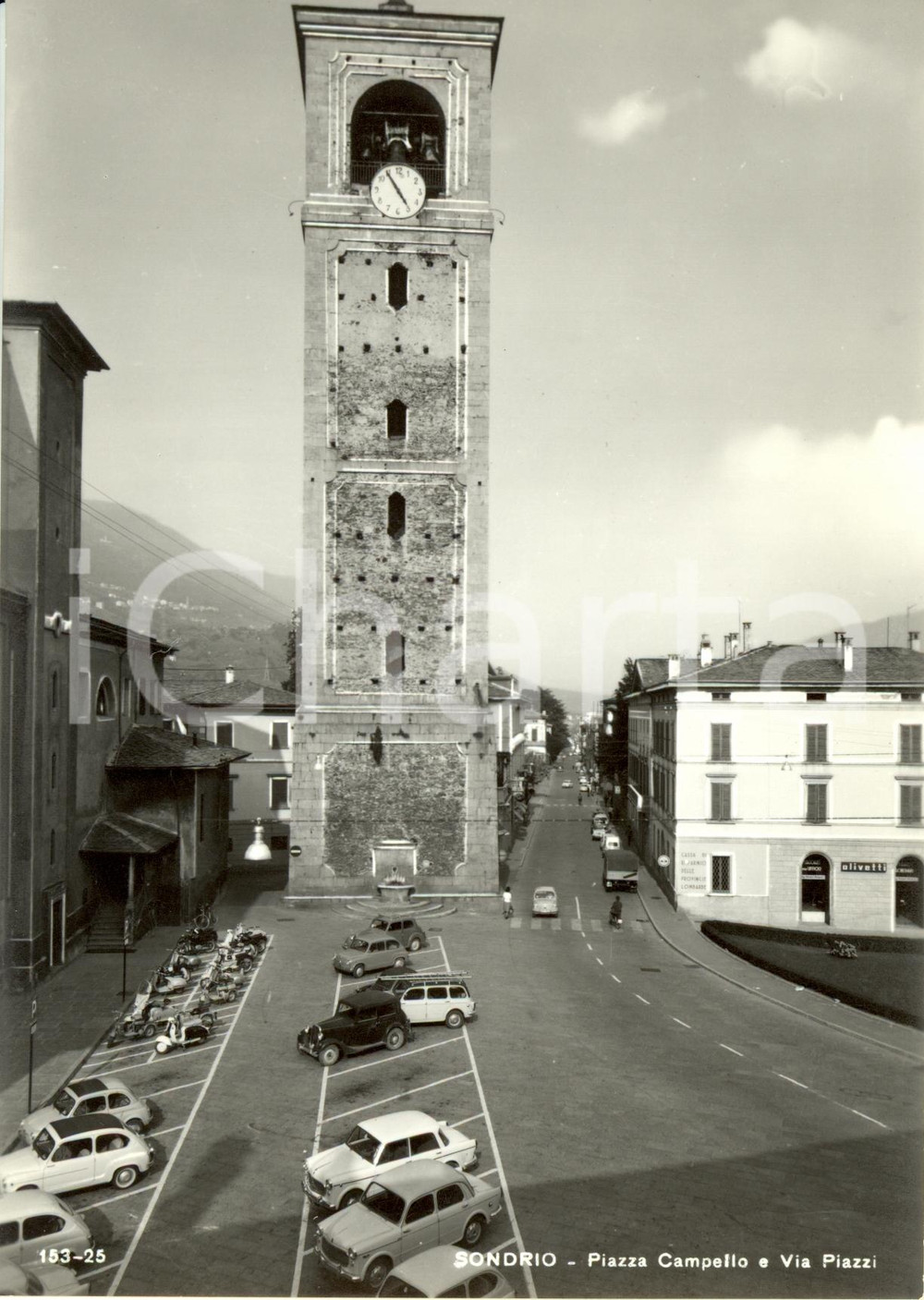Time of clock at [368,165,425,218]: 4:54
